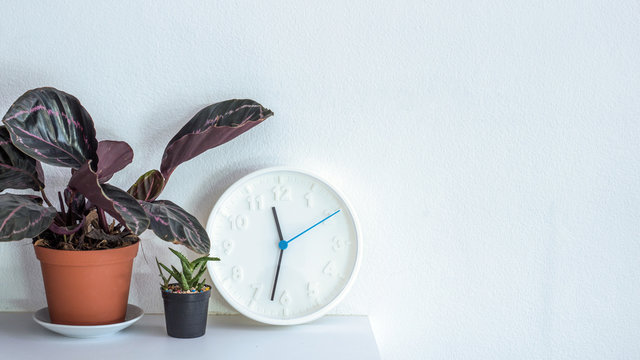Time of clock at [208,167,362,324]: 11:32
